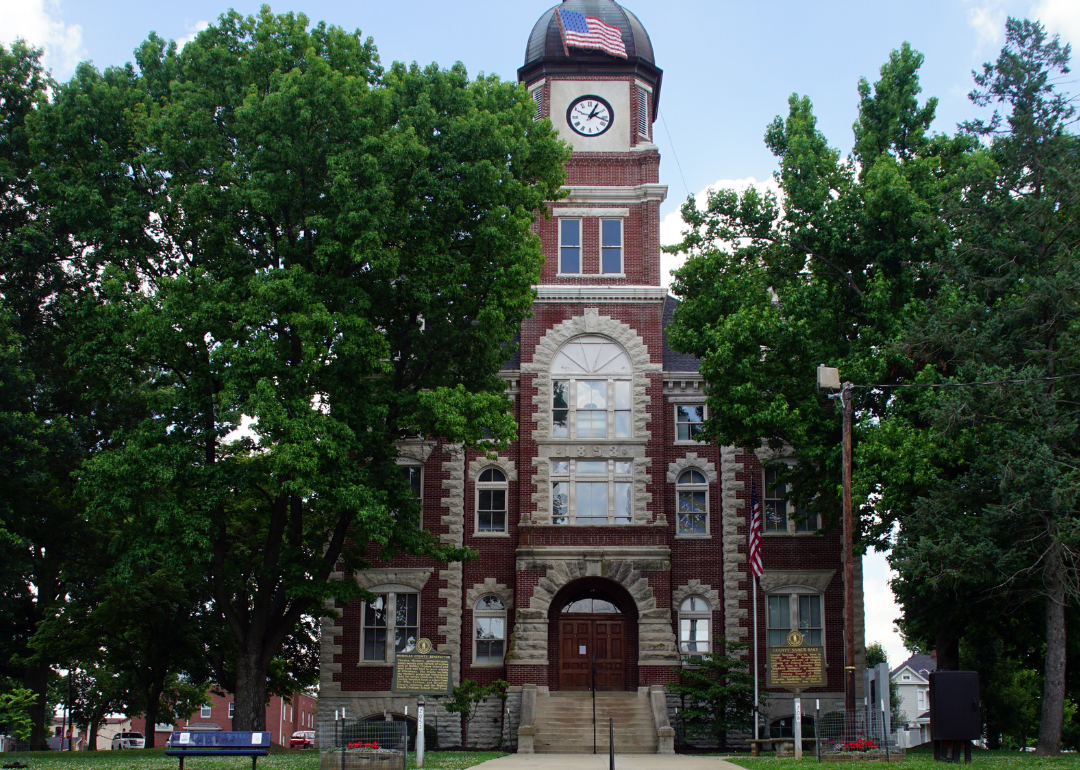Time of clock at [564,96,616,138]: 2:04
